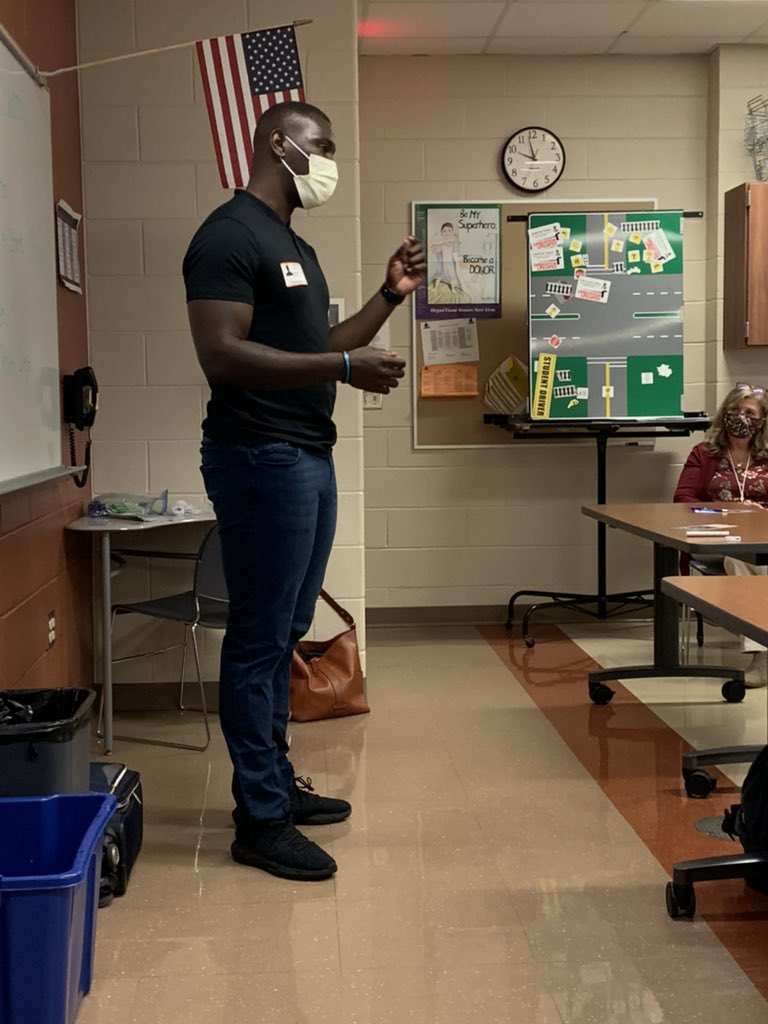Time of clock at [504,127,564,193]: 9:58
